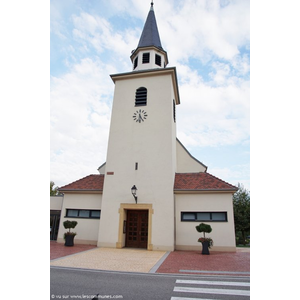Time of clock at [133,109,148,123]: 6:25
